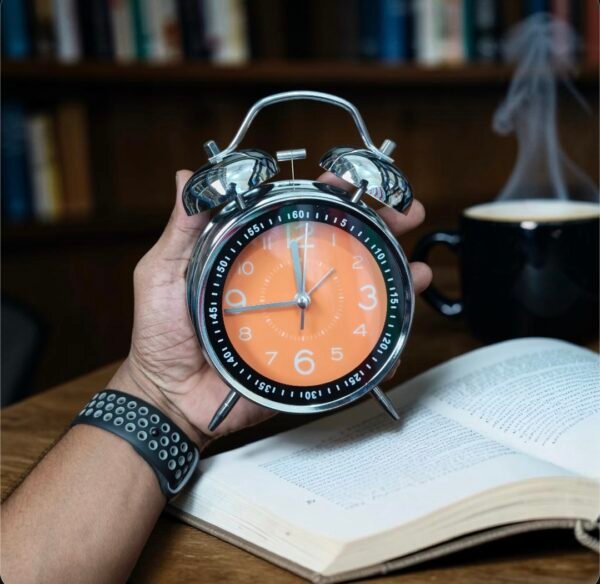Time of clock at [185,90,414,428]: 11:44
